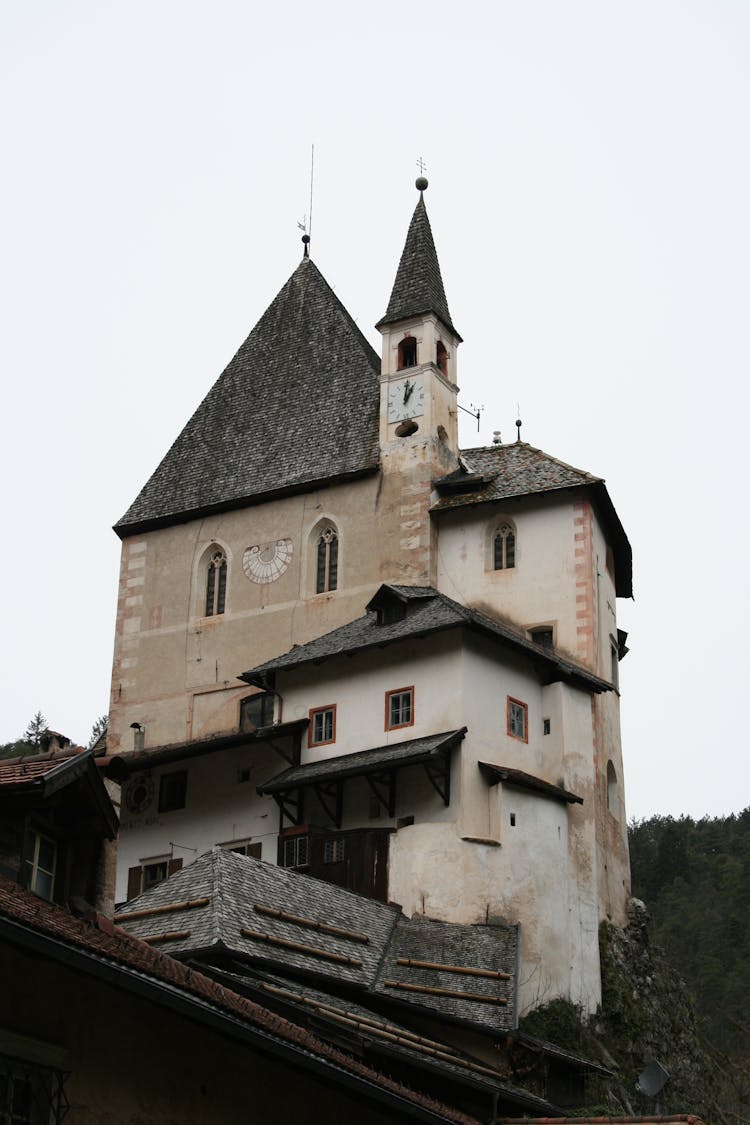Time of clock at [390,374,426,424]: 1:01
